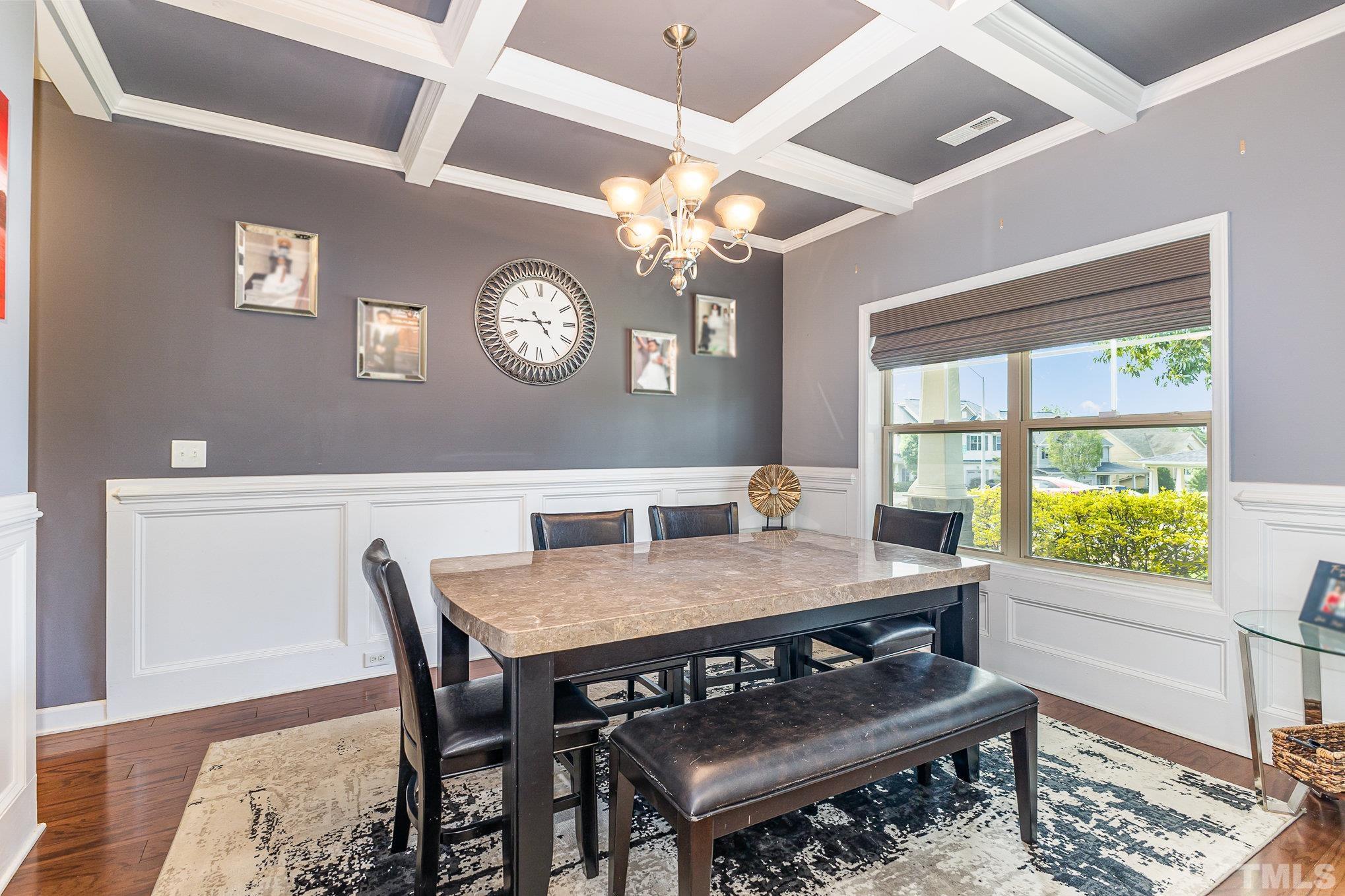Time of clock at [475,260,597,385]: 4:44
